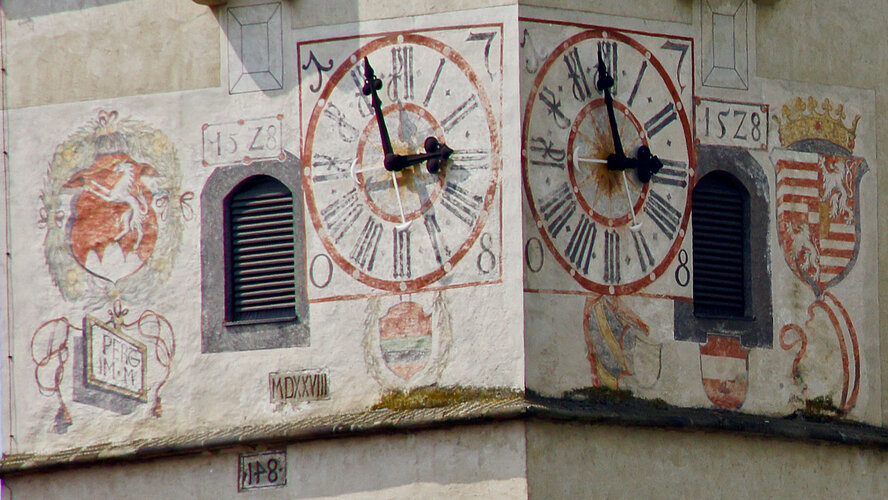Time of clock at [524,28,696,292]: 2:58
